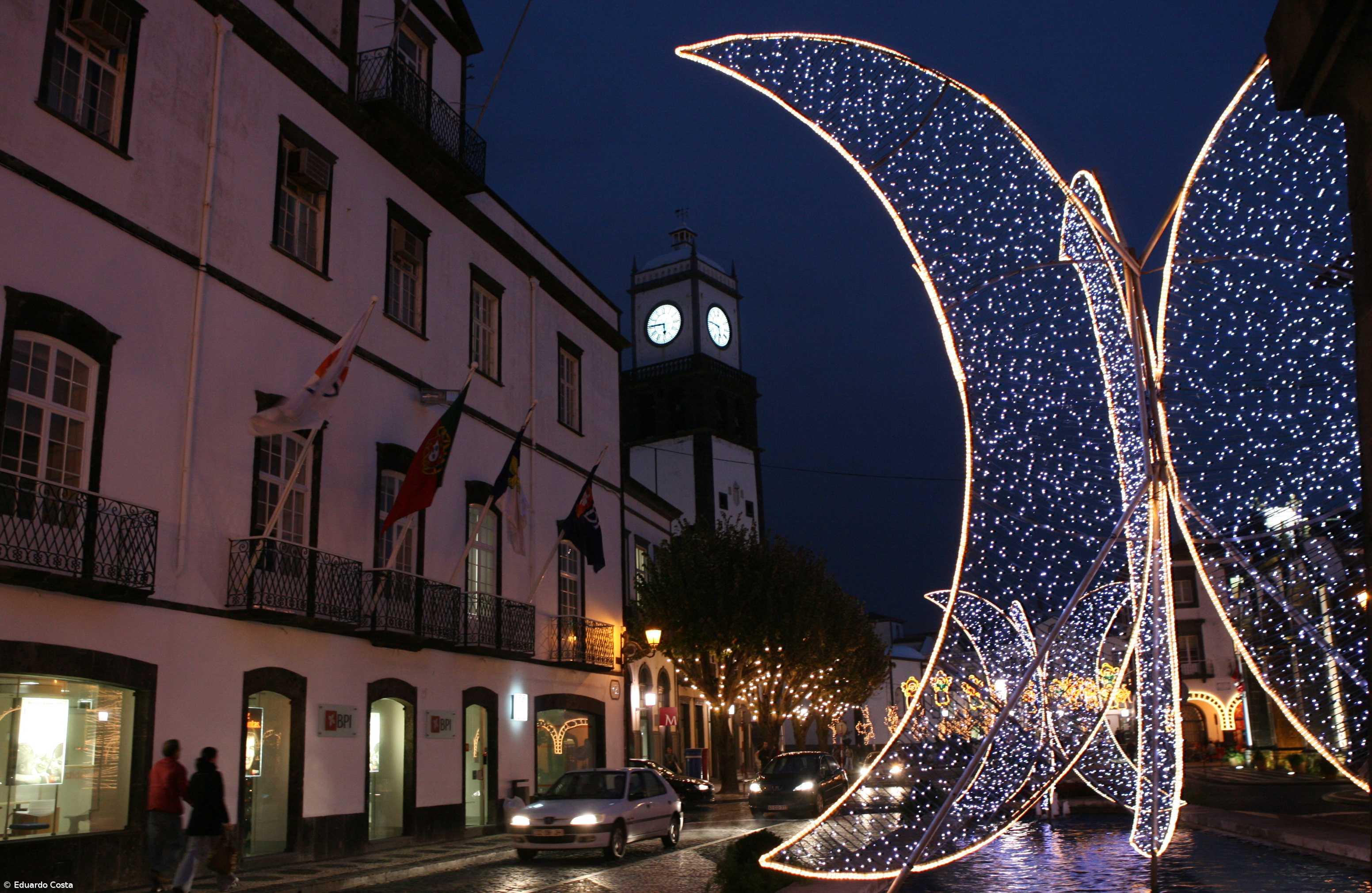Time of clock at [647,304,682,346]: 5:45
